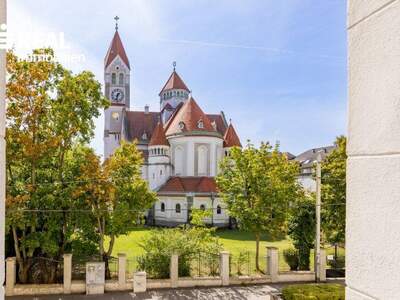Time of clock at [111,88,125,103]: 1:32
